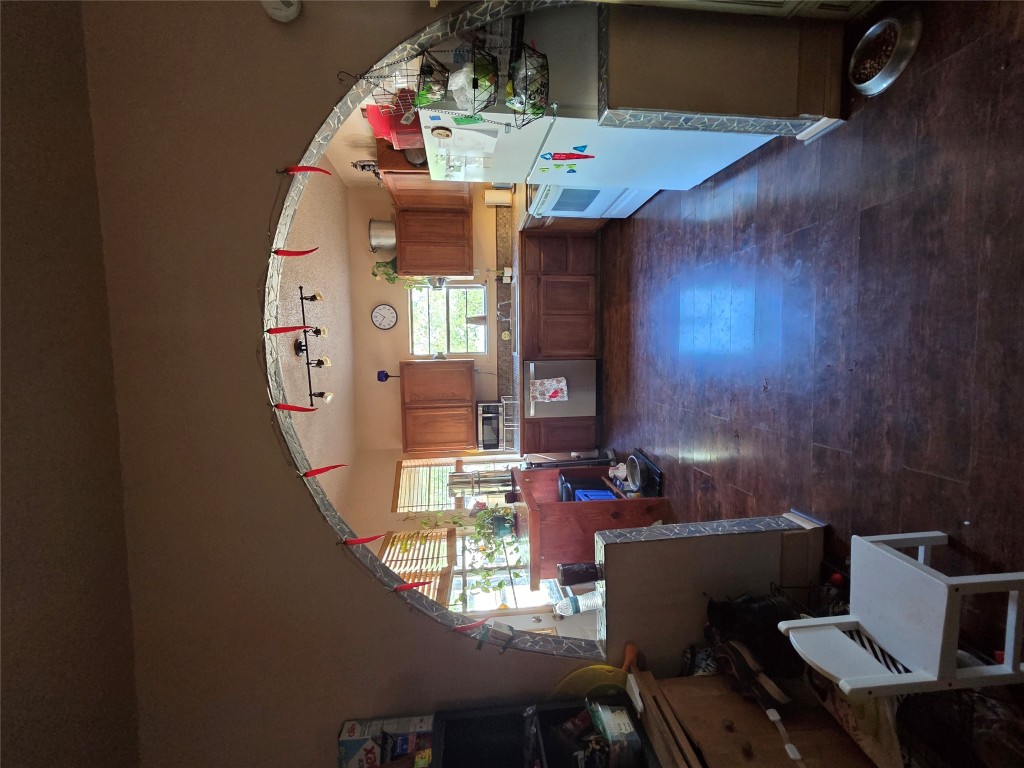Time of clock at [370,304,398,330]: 6:50
